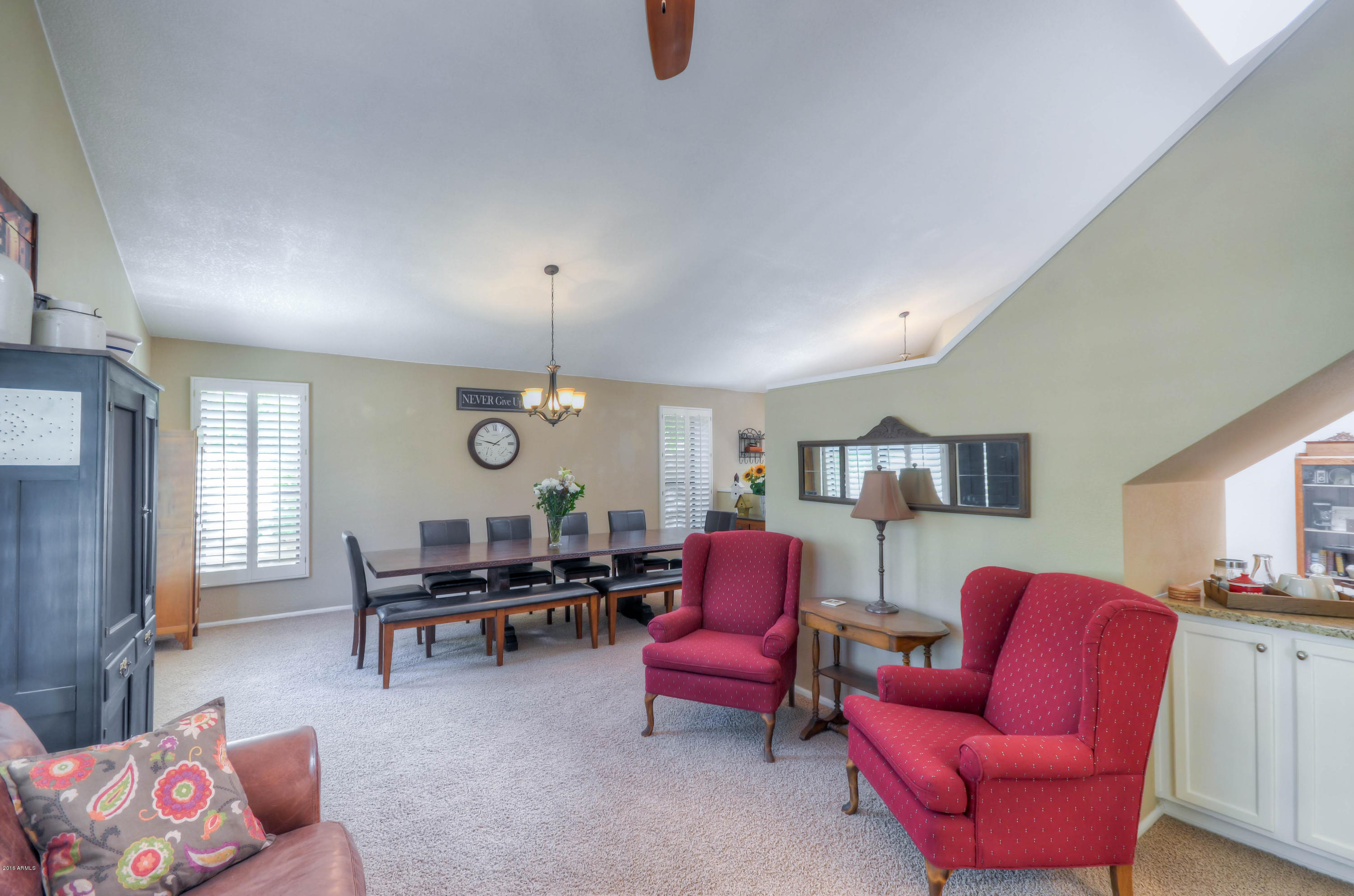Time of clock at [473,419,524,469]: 1:47
